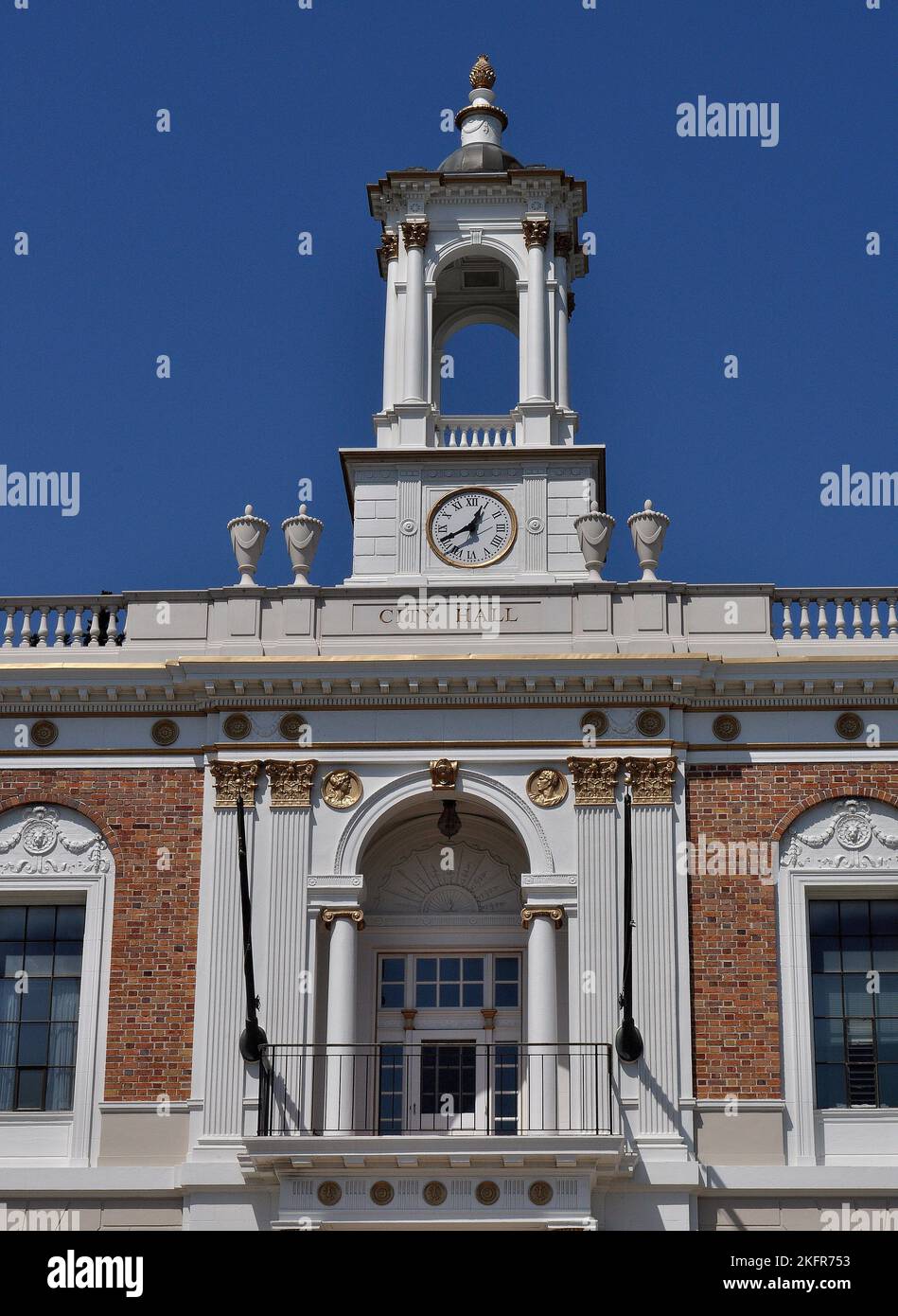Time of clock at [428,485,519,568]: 12:40
